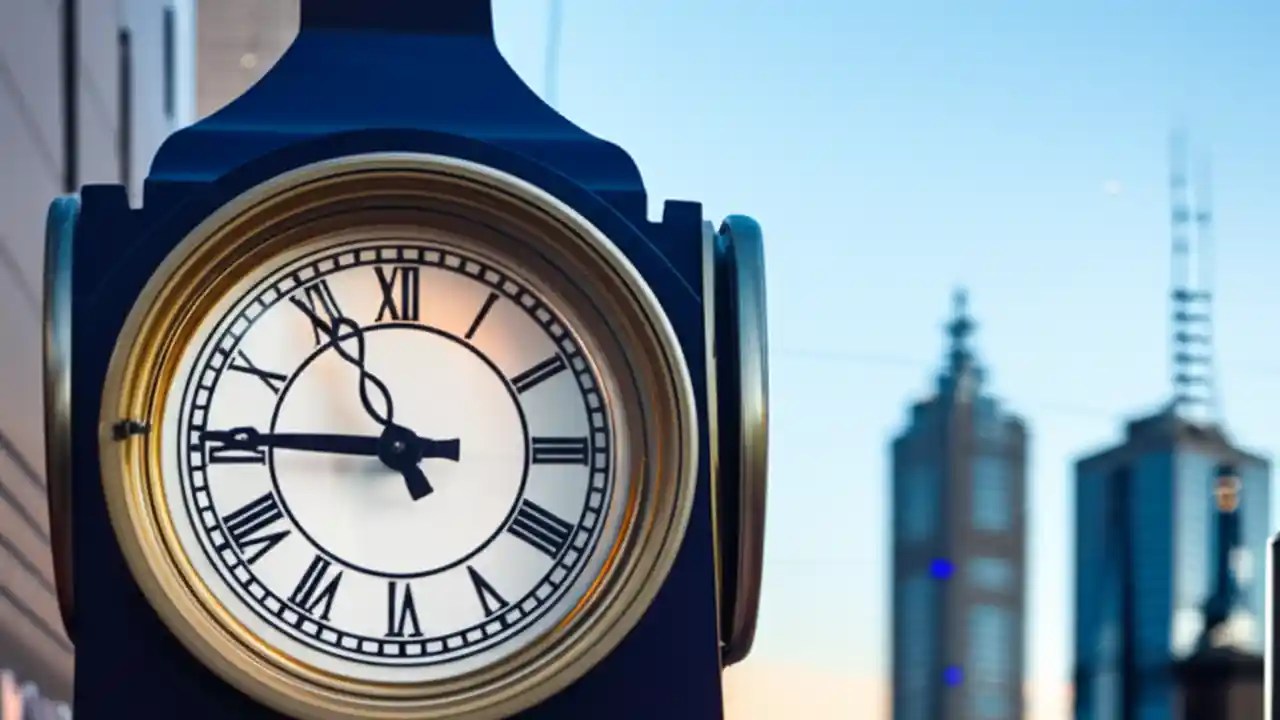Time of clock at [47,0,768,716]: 10:45
